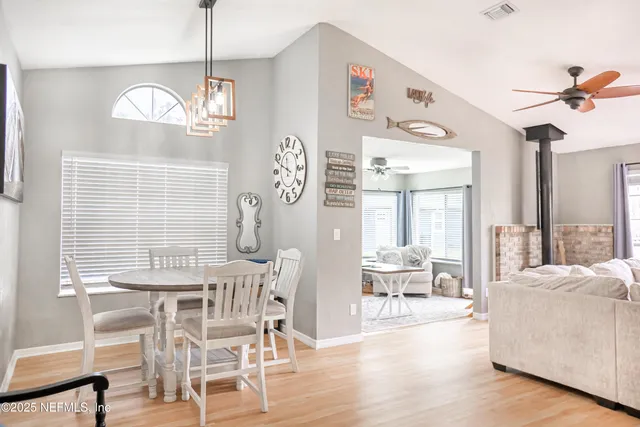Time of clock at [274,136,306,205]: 11:48
